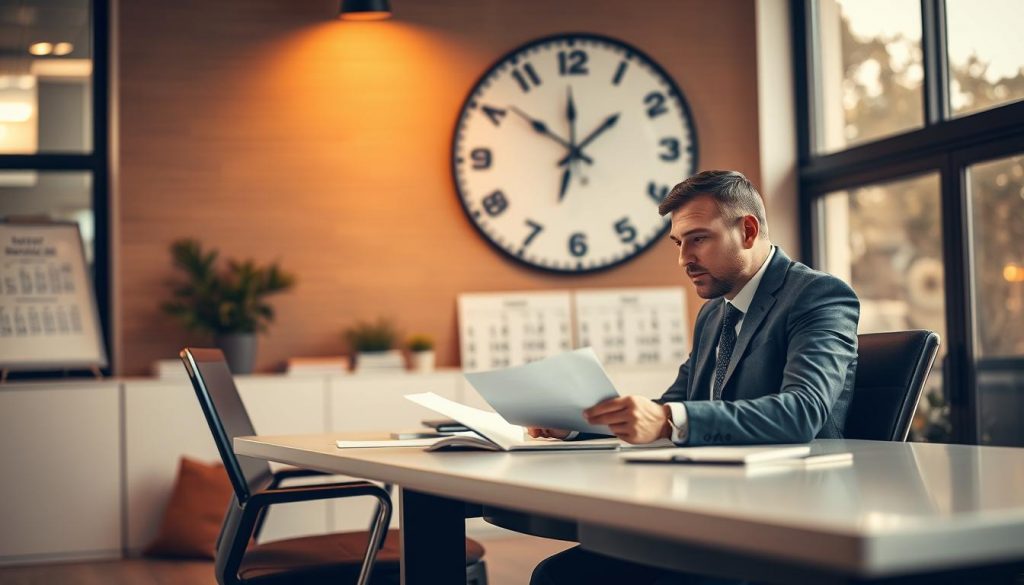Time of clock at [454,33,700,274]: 11:51
